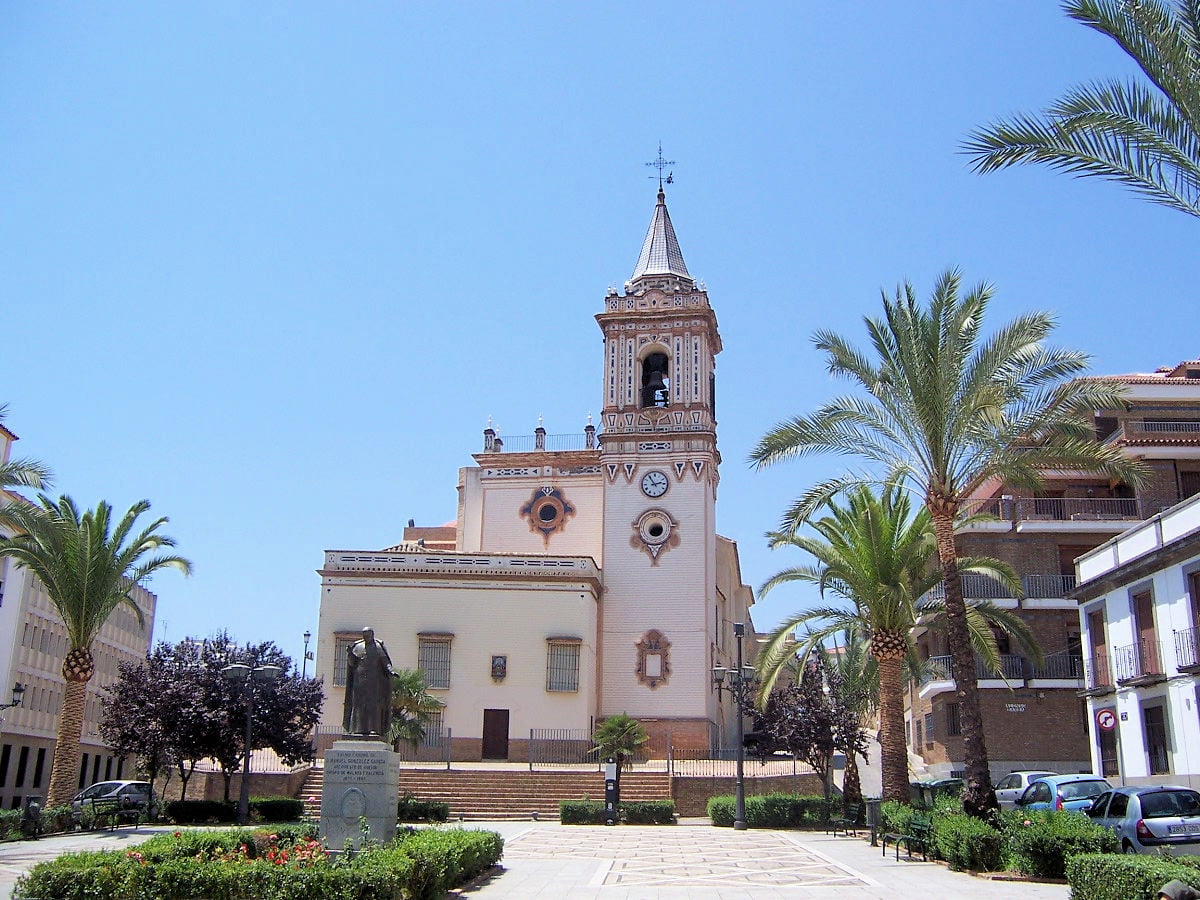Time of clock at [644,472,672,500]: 2:54
